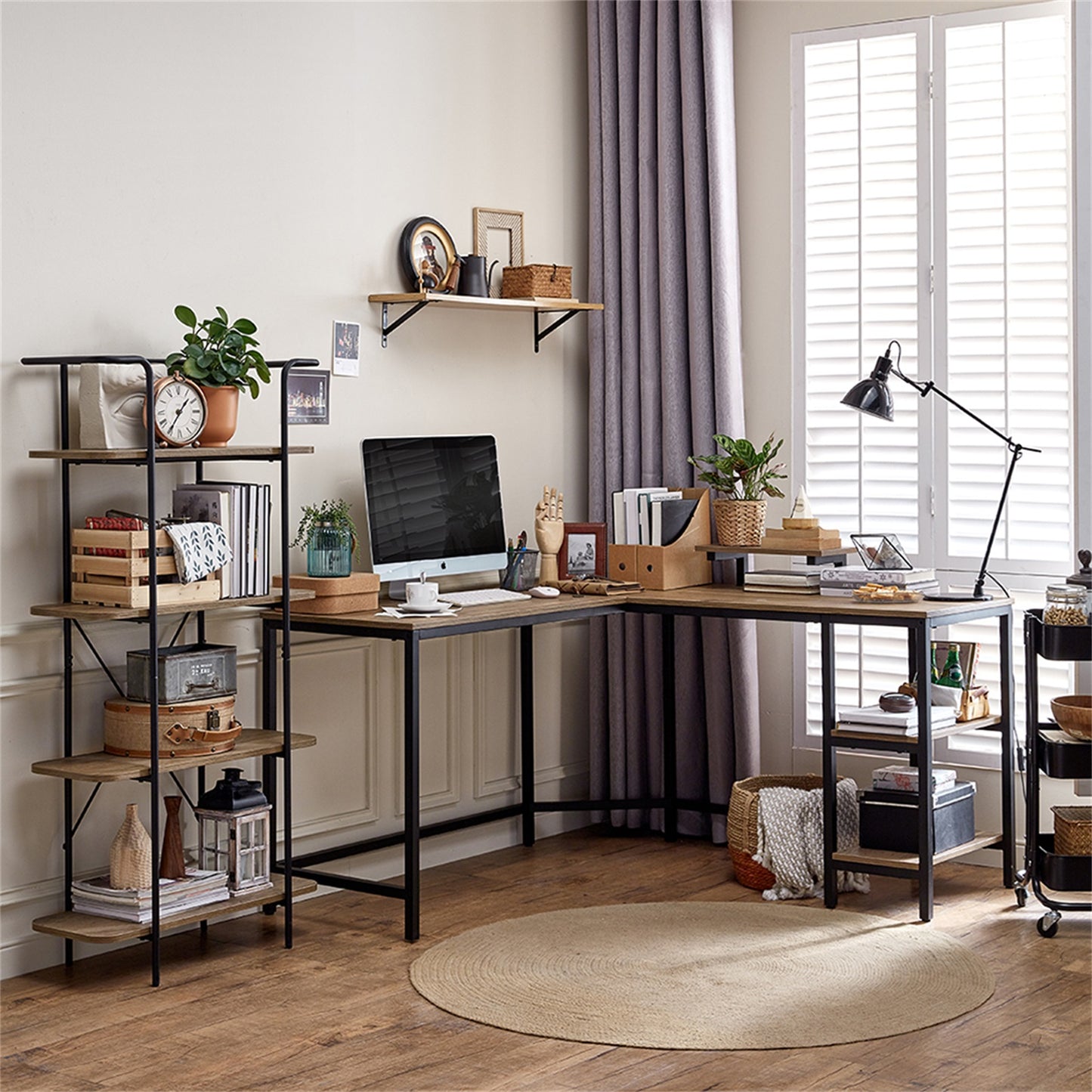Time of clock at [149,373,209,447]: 1:35
